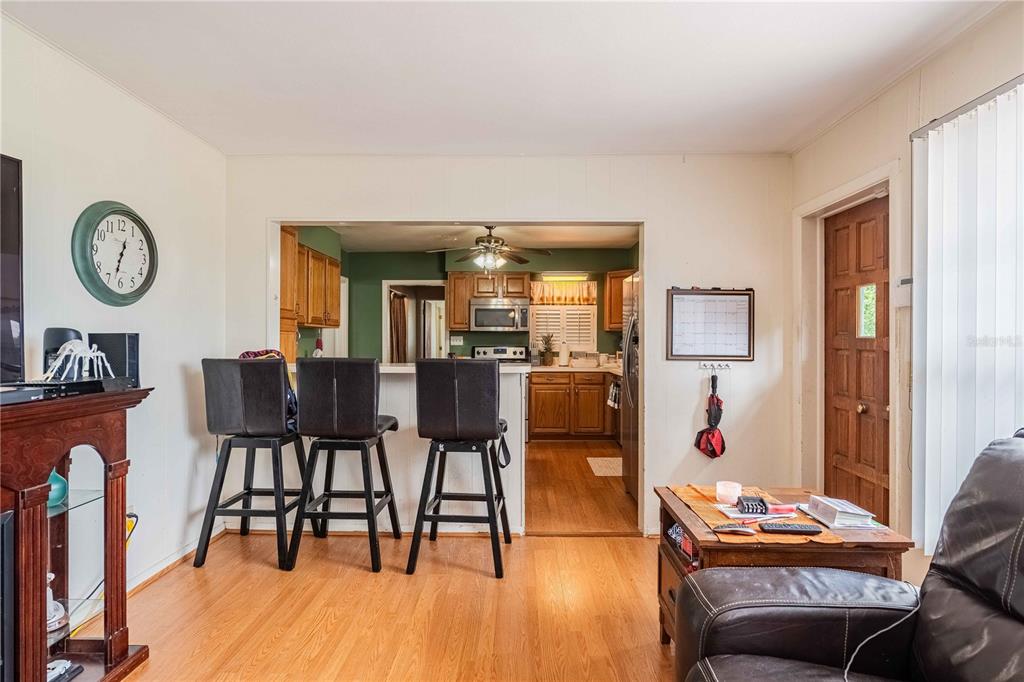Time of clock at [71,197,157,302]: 12:32
